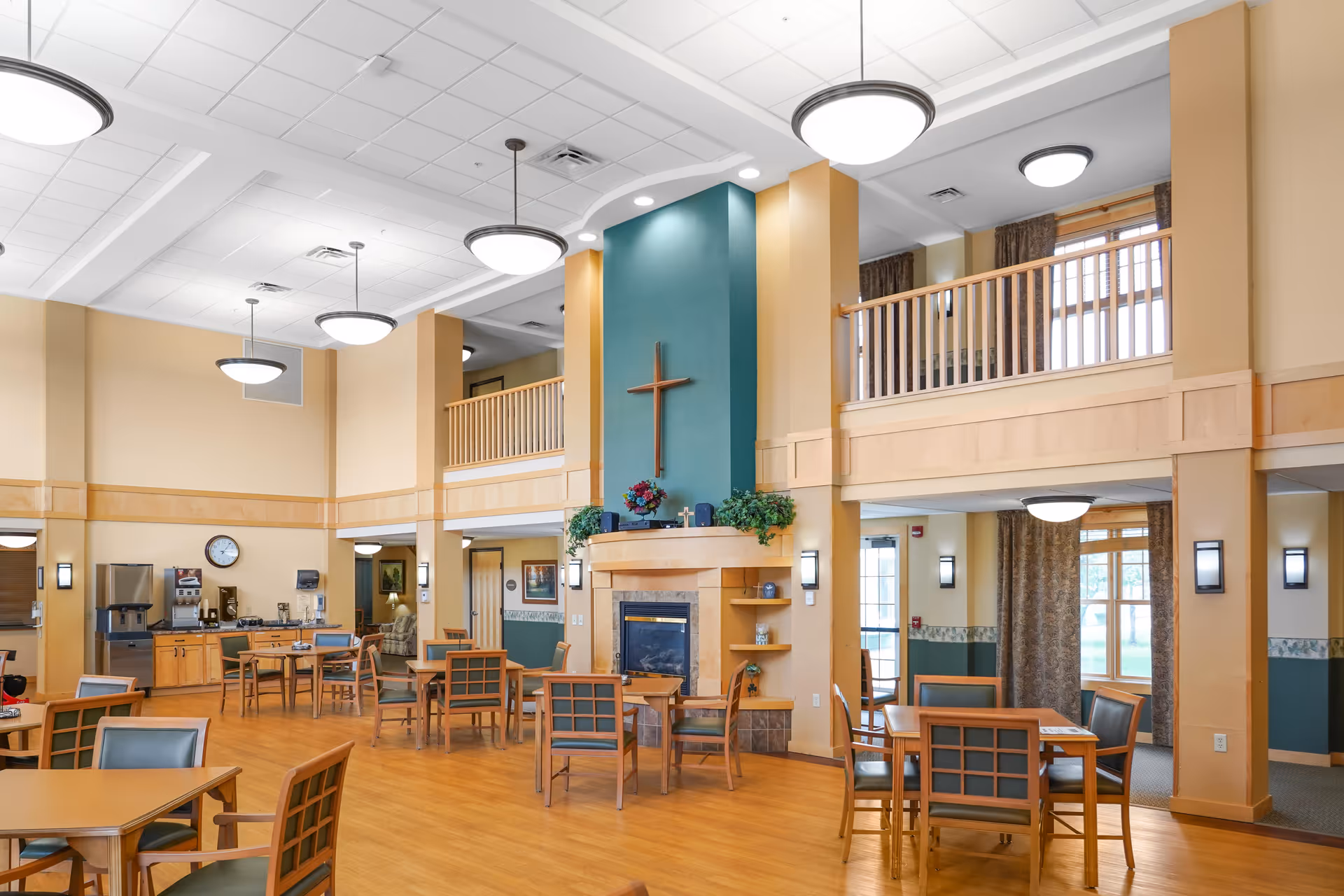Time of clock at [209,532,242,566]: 1:14
